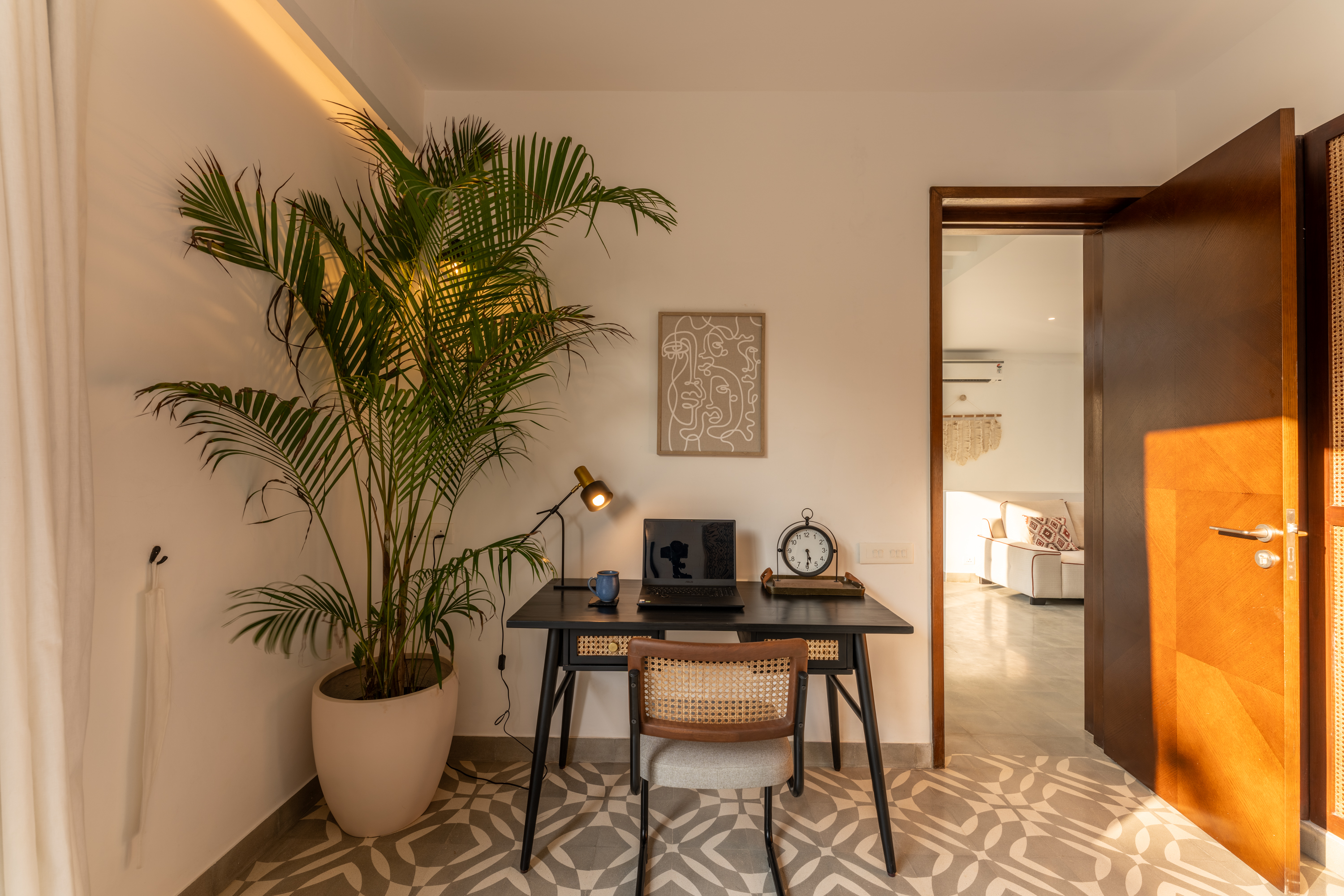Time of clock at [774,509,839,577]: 5:29
